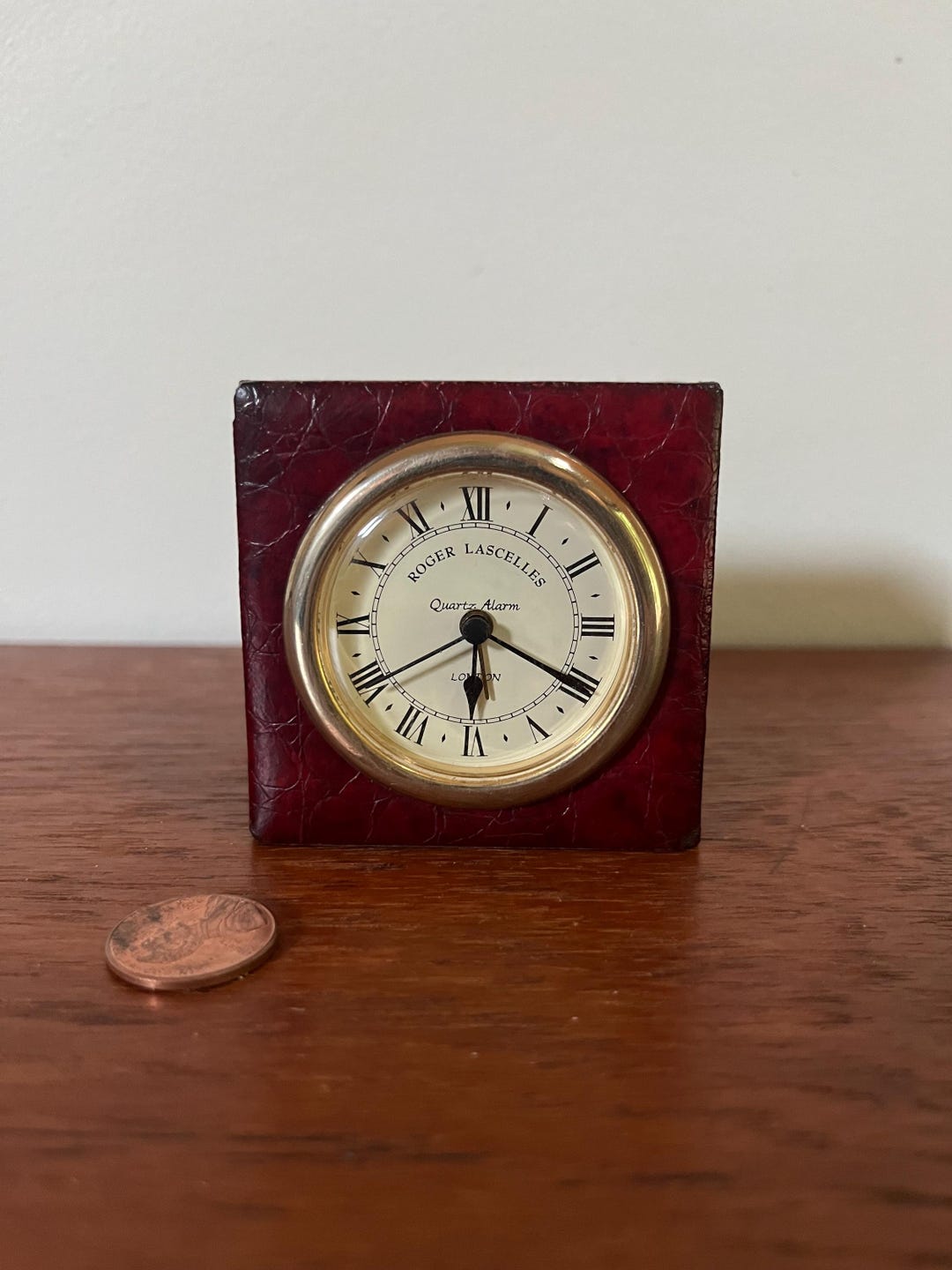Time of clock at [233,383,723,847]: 6:20
